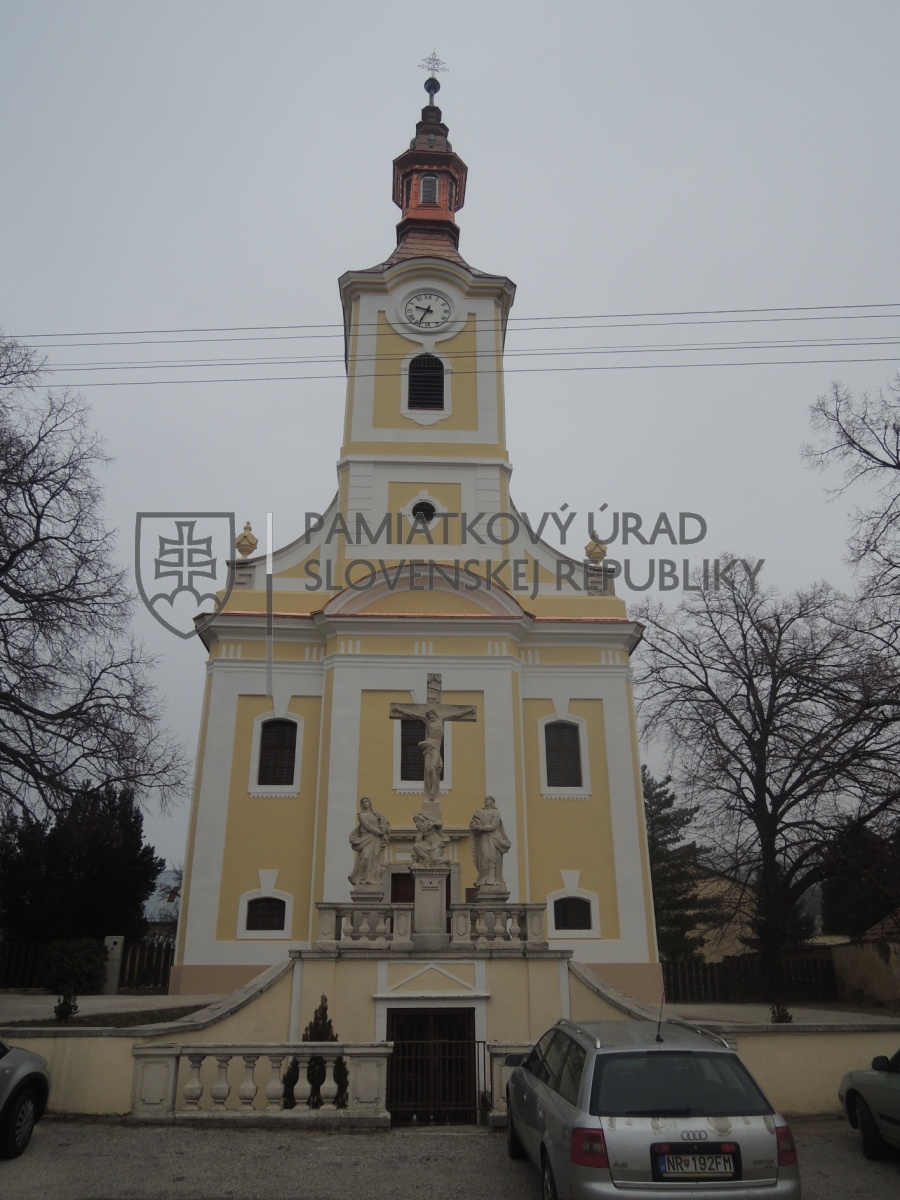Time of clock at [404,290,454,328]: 9:34
